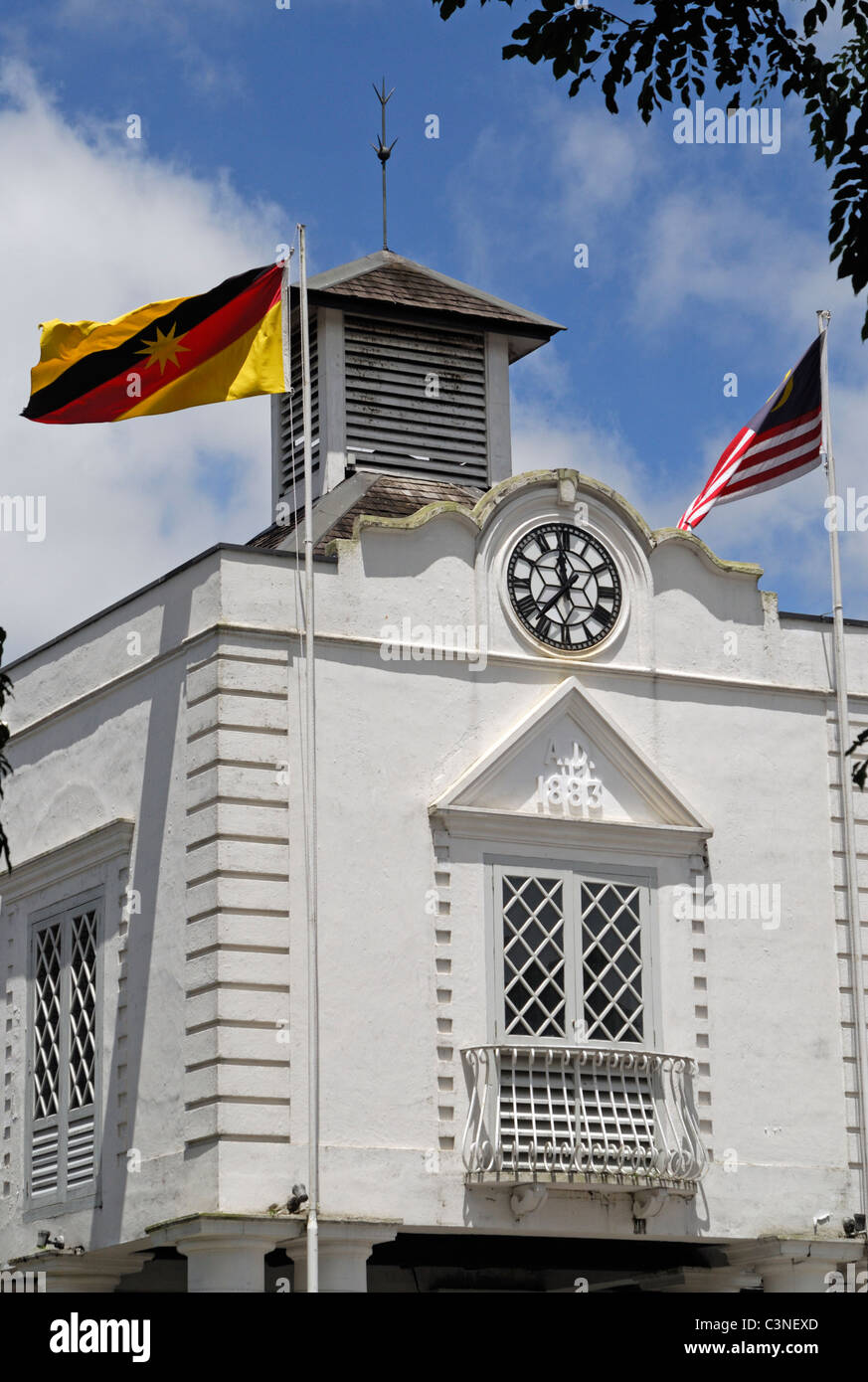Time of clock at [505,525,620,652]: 11:36
